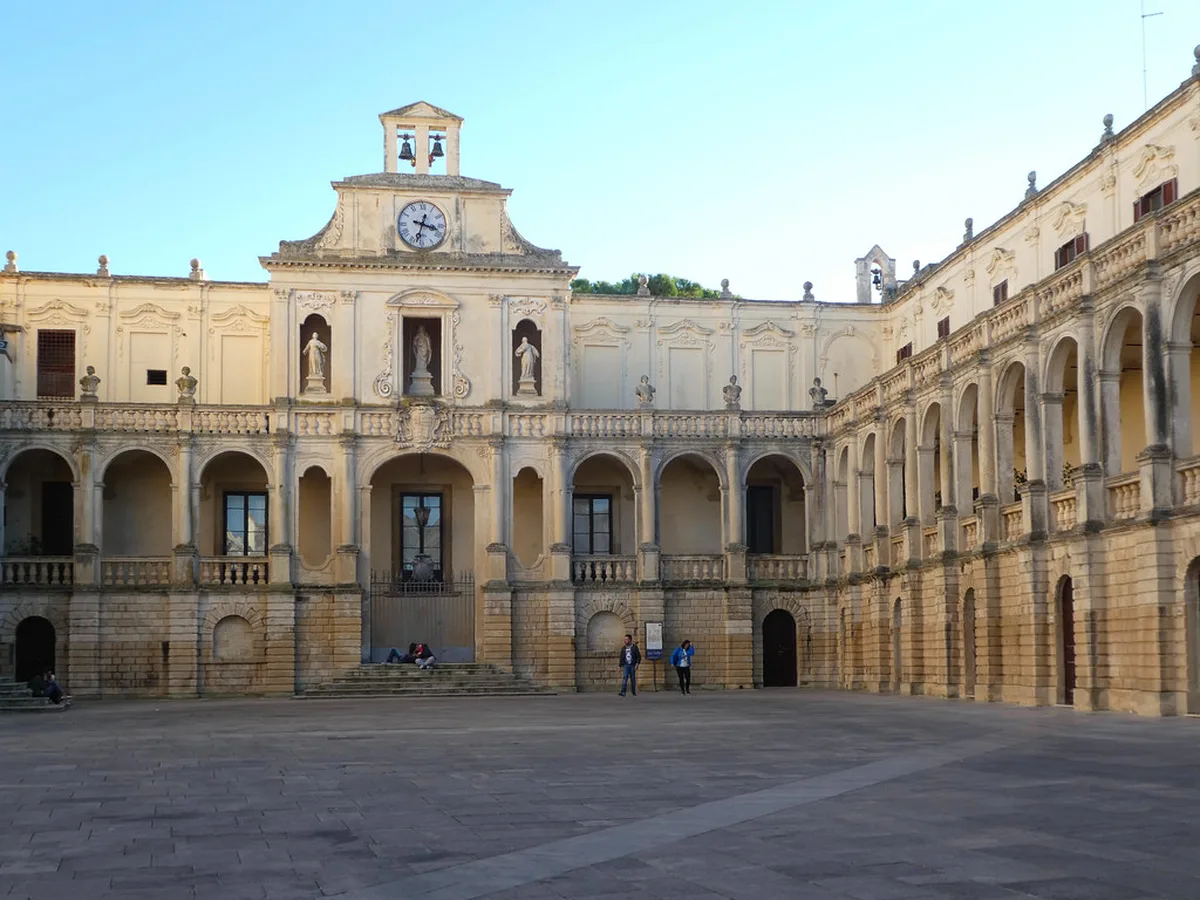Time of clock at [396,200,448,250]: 3:32
